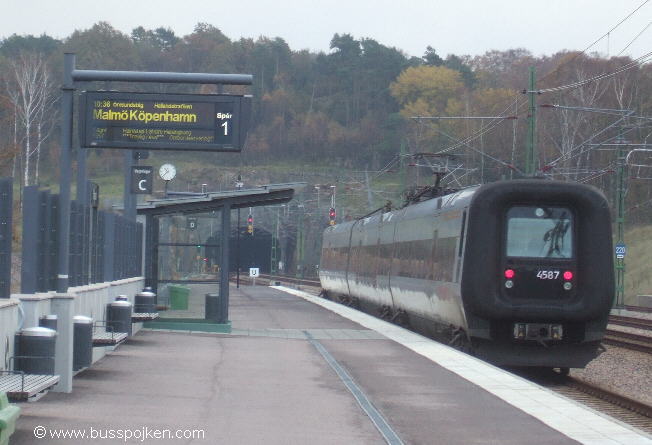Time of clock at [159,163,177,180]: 10:37
